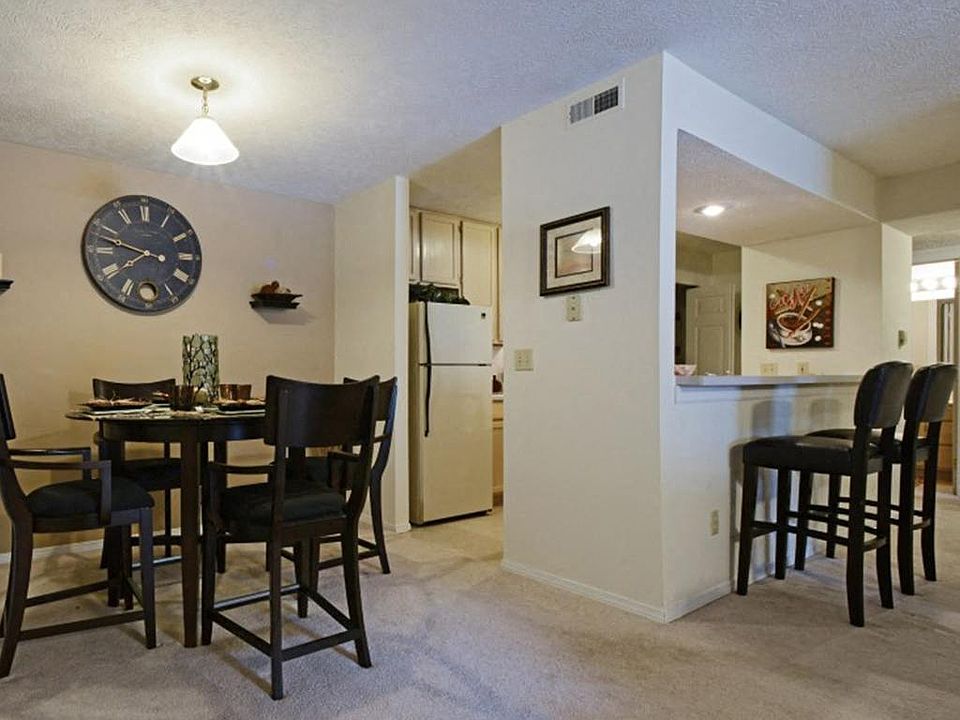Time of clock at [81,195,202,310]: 7:47
